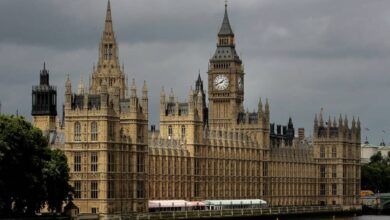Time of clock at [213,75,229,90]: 1:41
